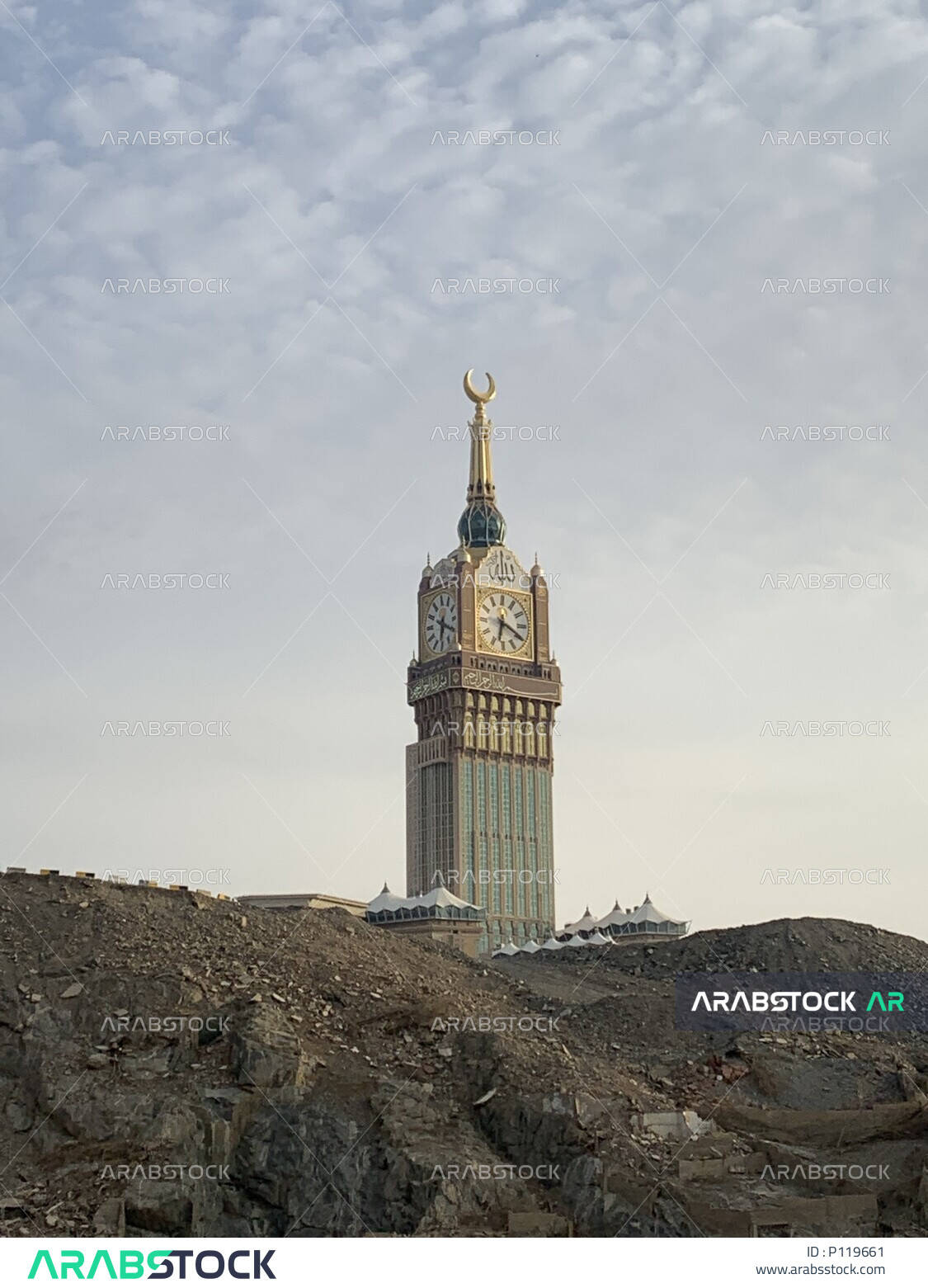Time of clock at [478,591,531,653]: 6:19
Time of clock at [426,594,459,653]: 6:20
